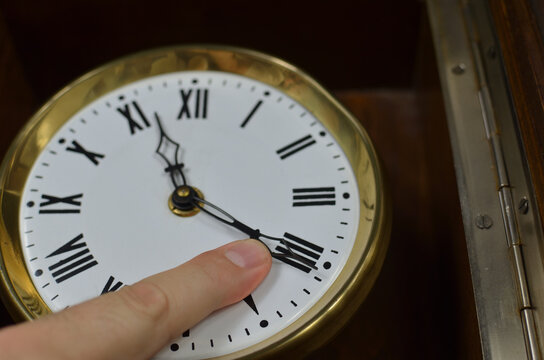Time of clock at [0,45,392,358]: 11:20
